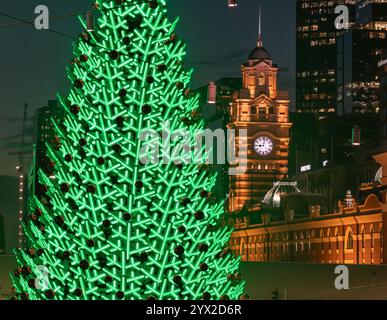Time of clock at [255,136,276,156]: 9:01
